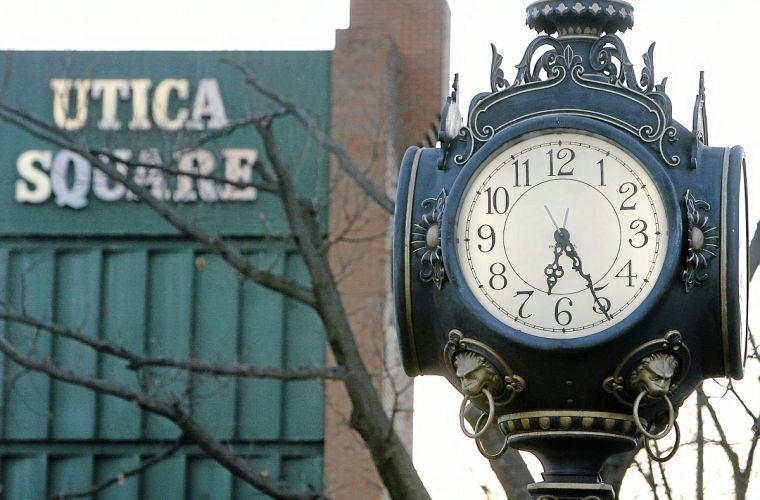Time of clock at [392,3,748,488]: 6:25
